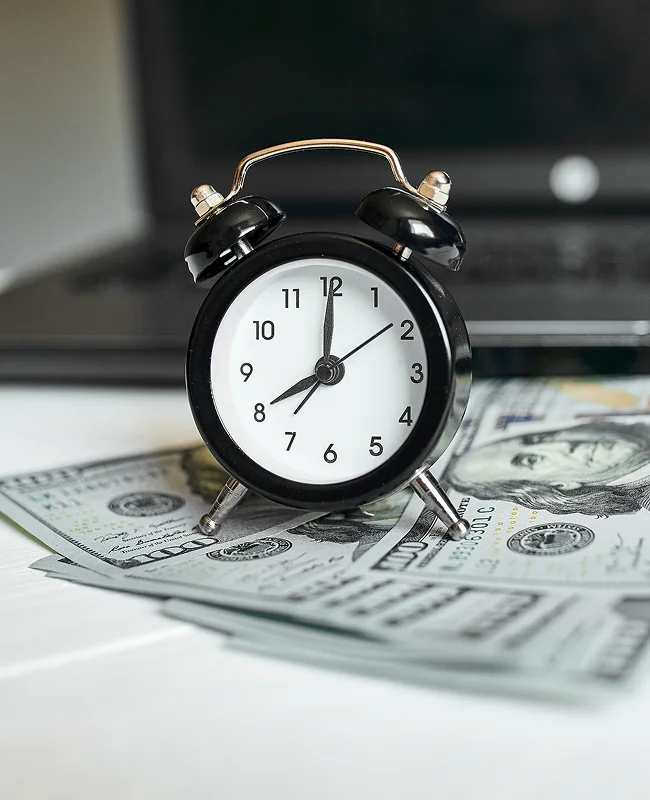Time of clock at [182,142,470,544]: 8:01
